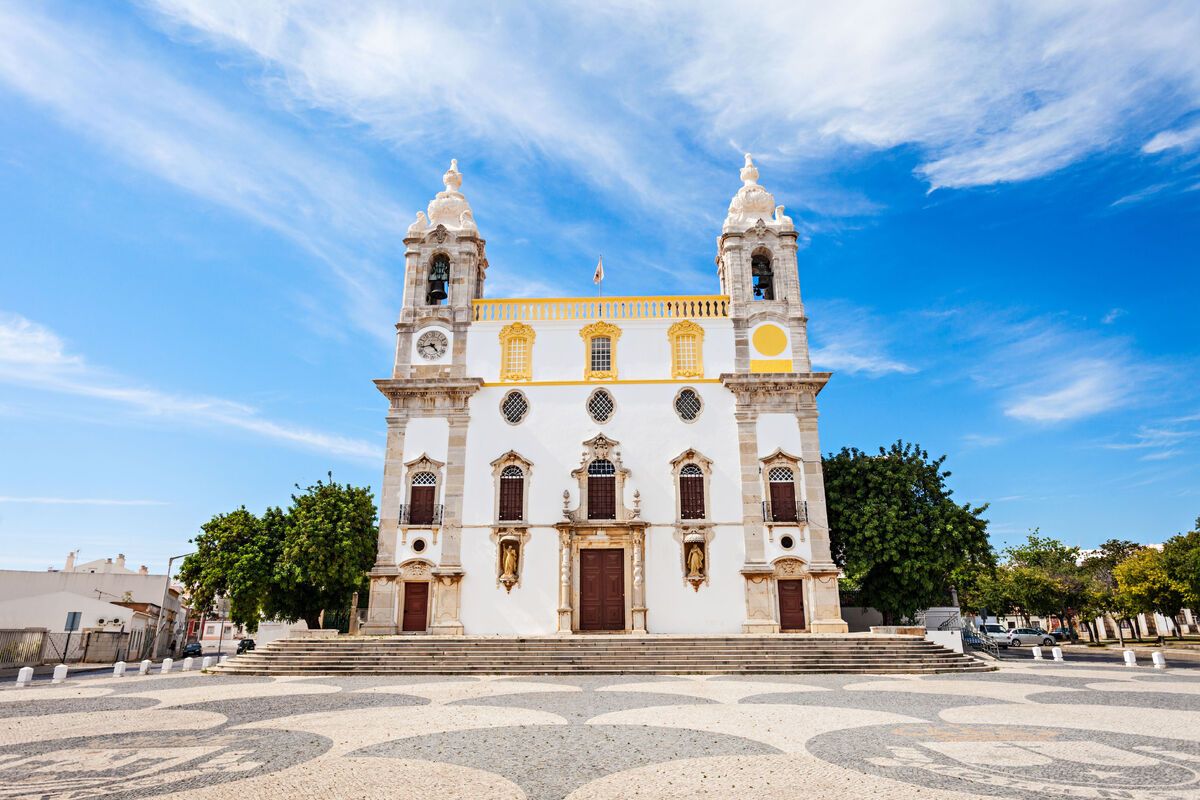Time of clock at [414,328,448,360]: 4:42
